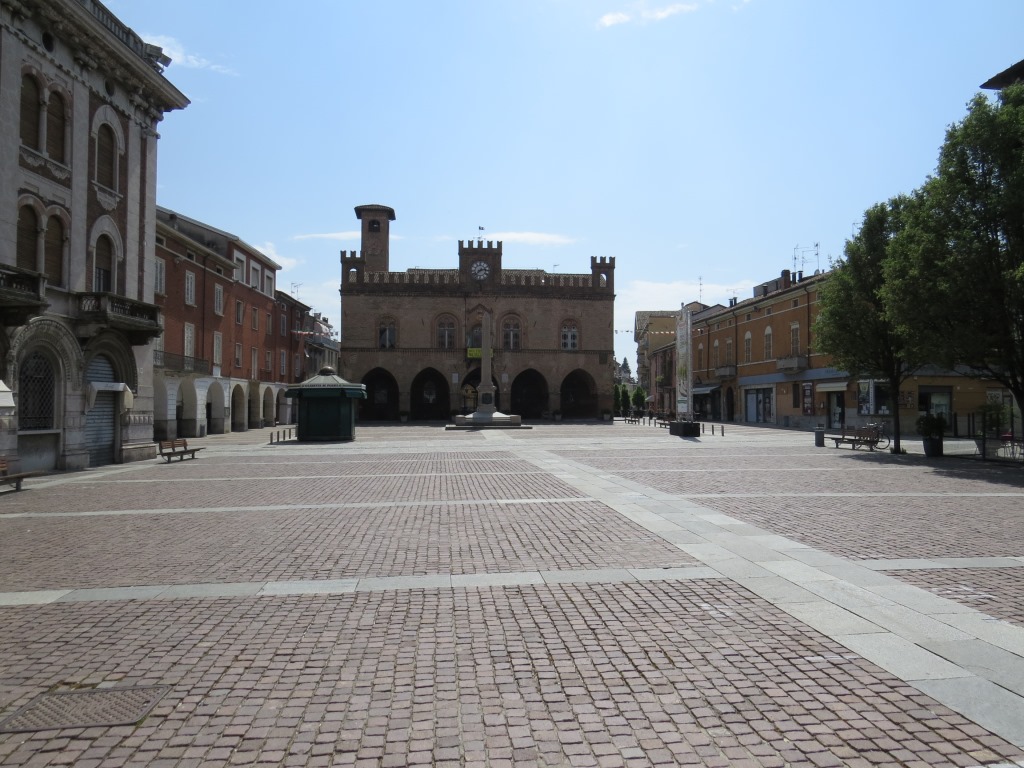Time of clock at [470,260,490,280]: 2:38
